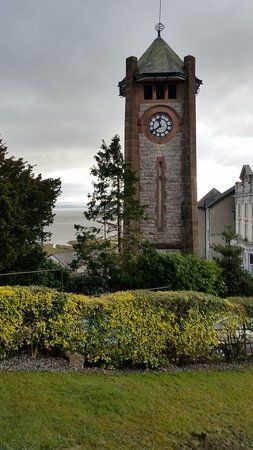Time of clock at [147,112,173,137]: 11:38
